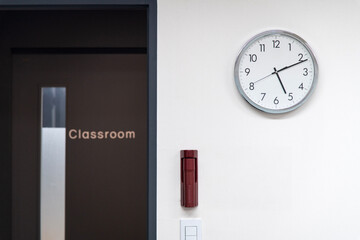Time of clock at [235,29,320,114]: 5:11
